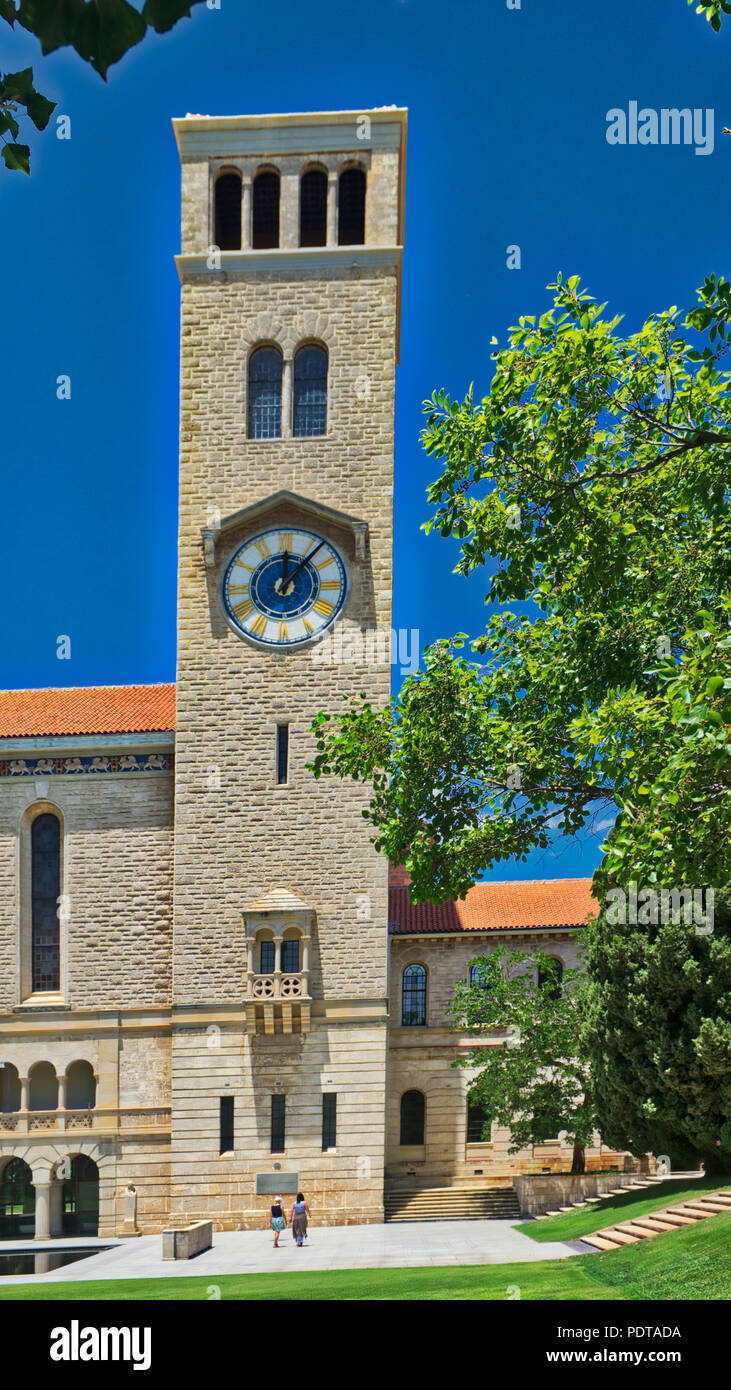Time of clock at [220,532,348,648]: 12:06
